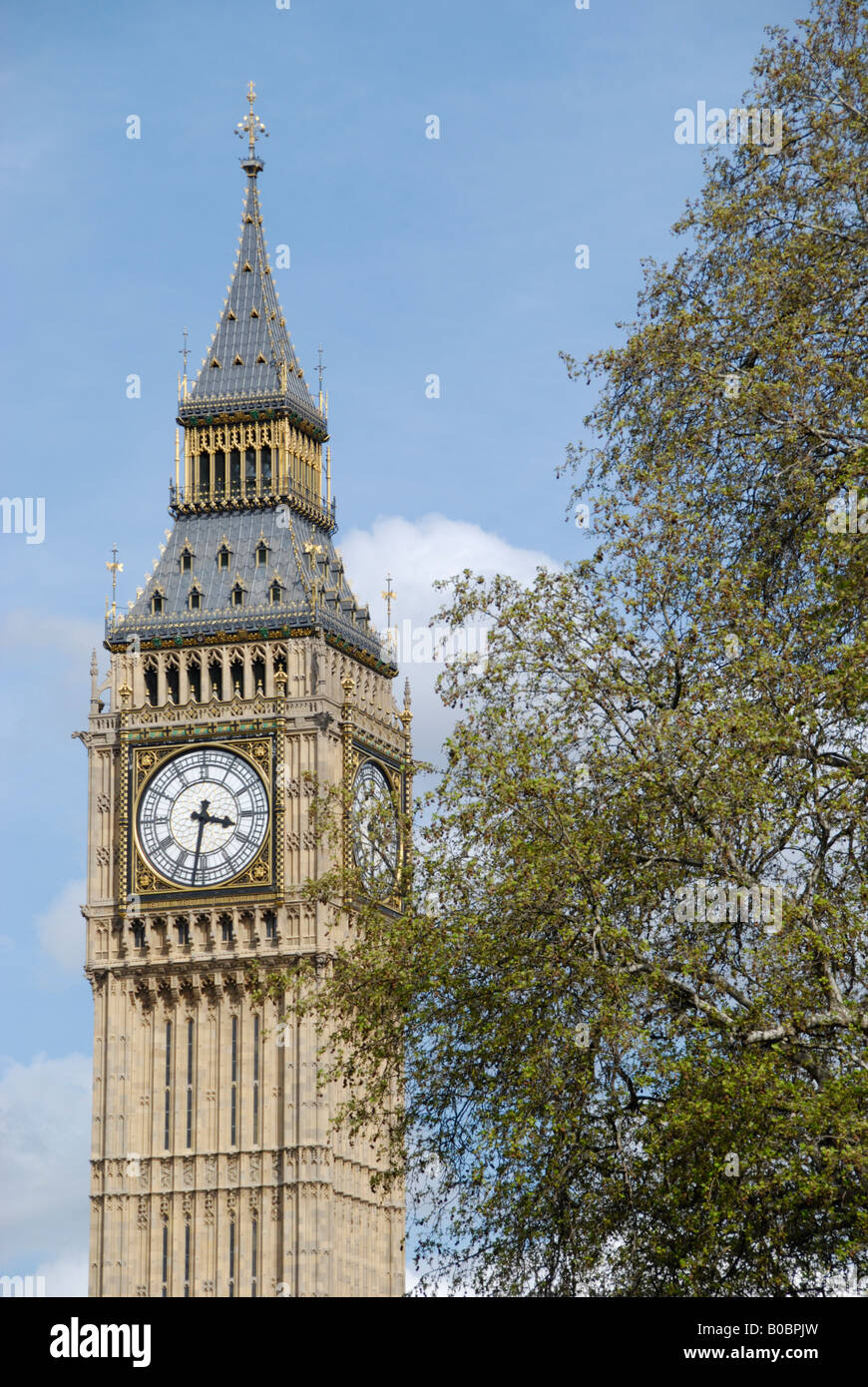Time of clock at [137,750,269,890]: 3:31
